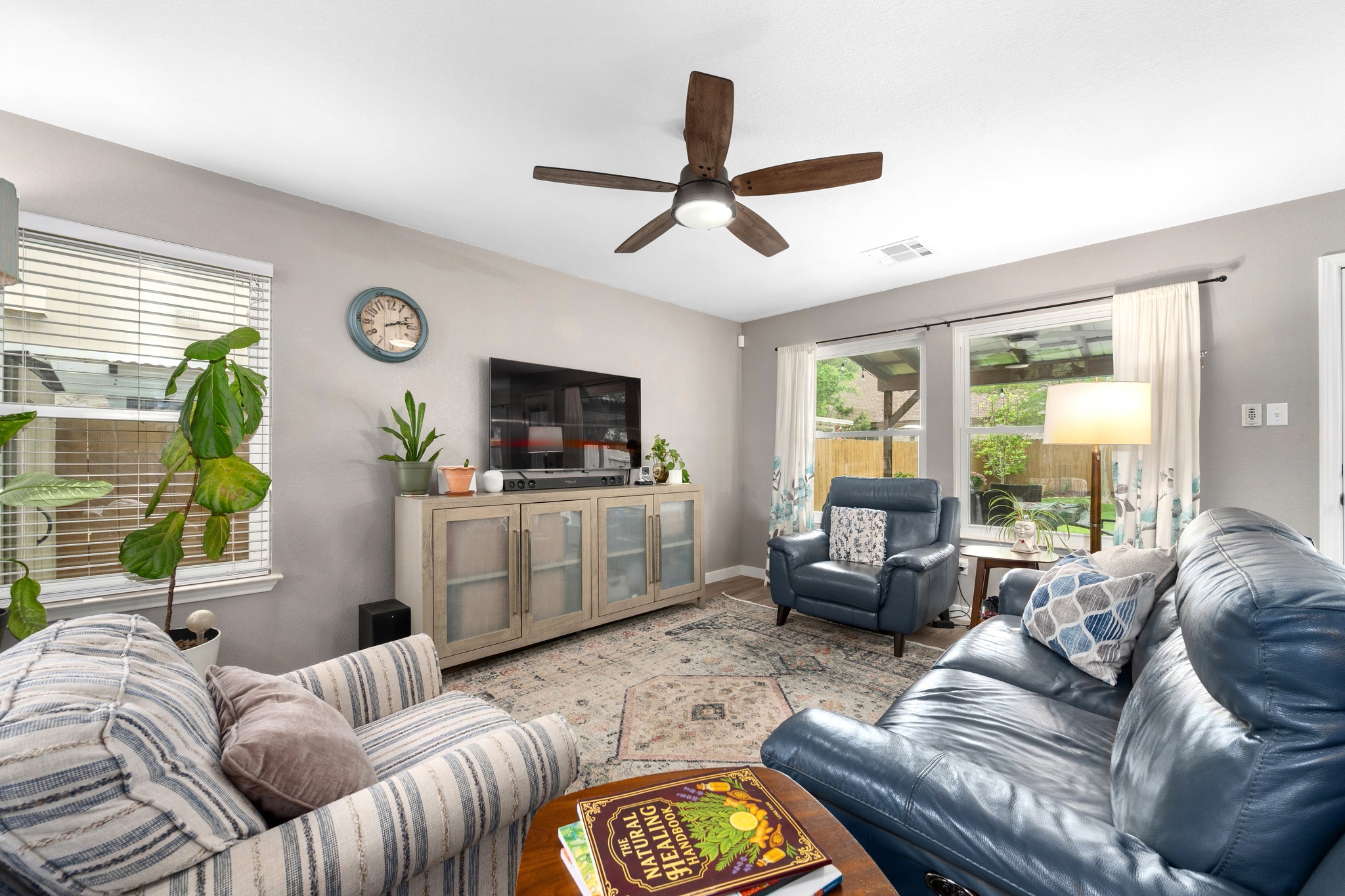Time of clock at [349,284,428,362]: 2:12
